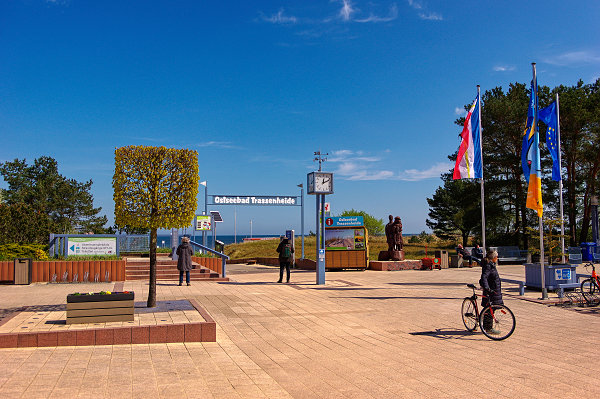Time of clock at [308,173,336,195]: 12:10
